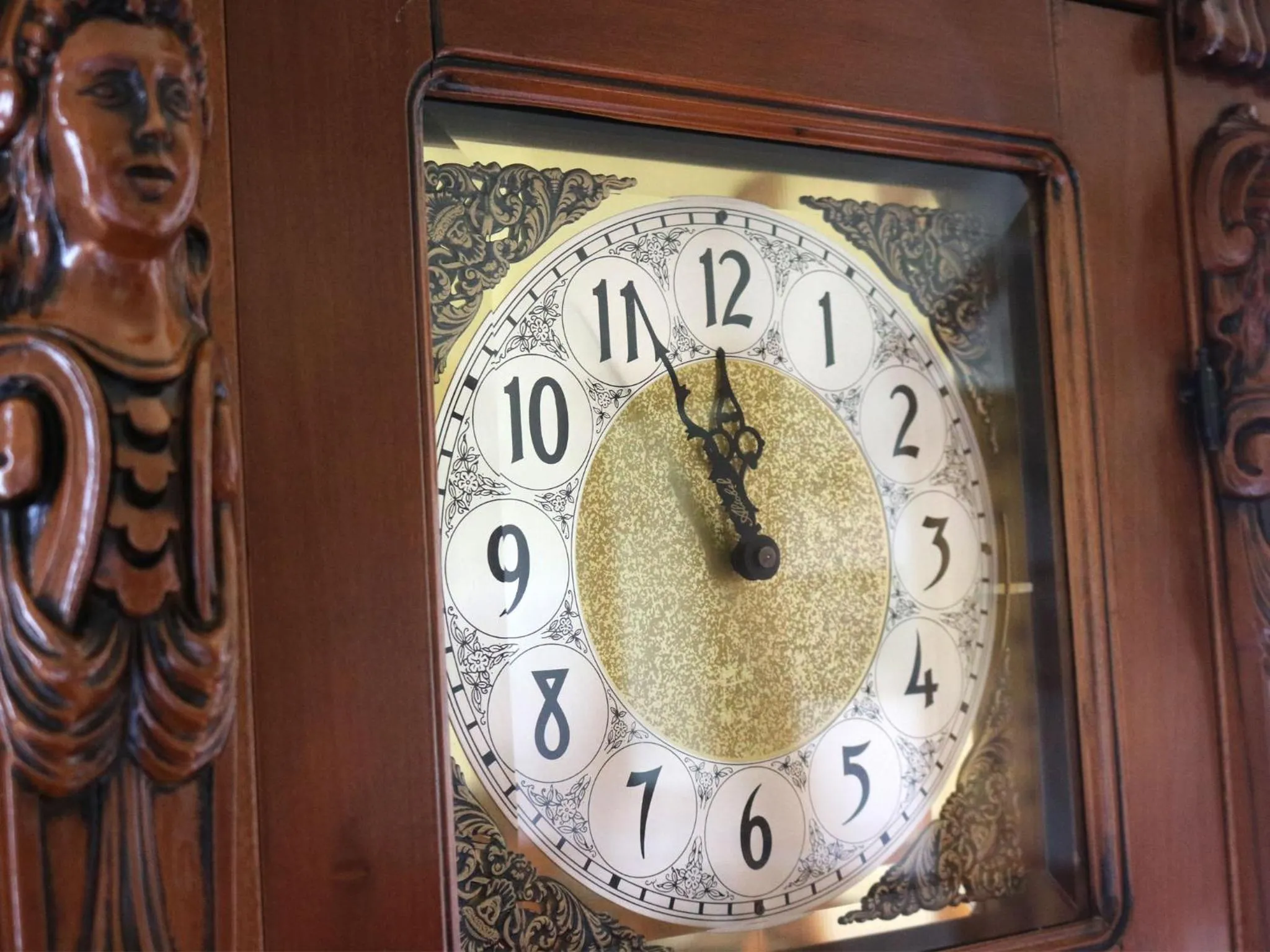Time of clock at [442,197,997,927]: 11:55
